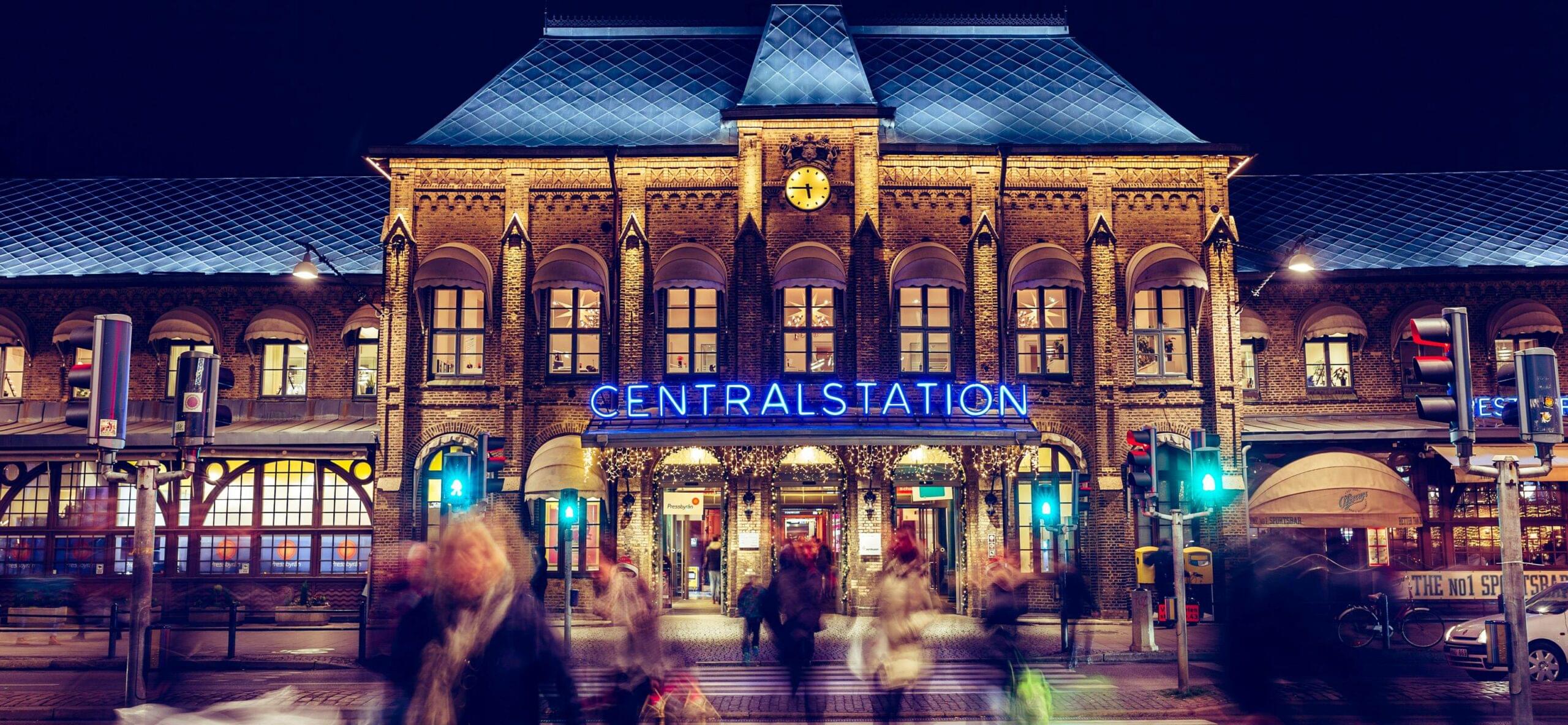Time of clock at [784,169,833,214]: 5:45
